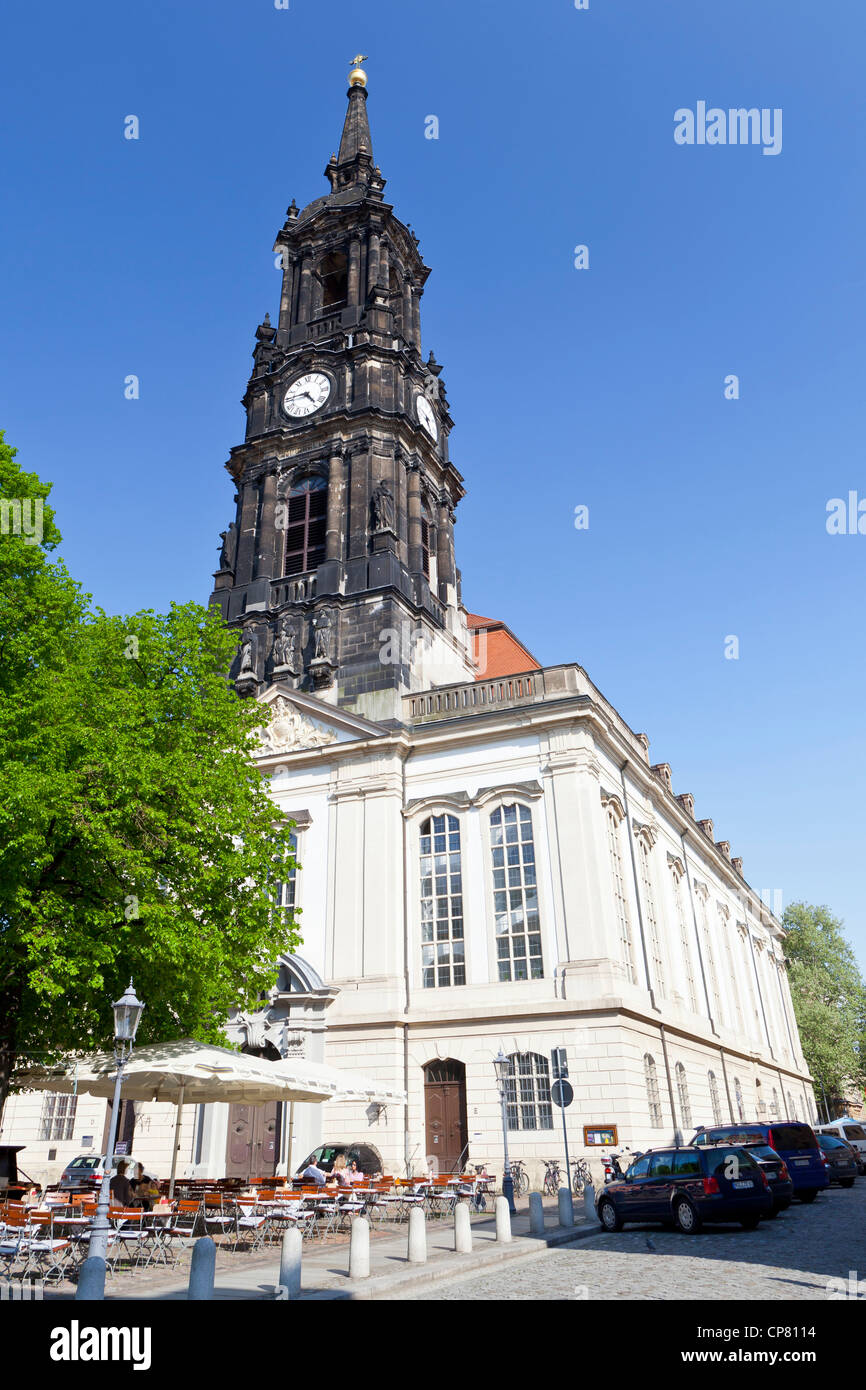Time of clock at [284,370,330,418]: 4:45
